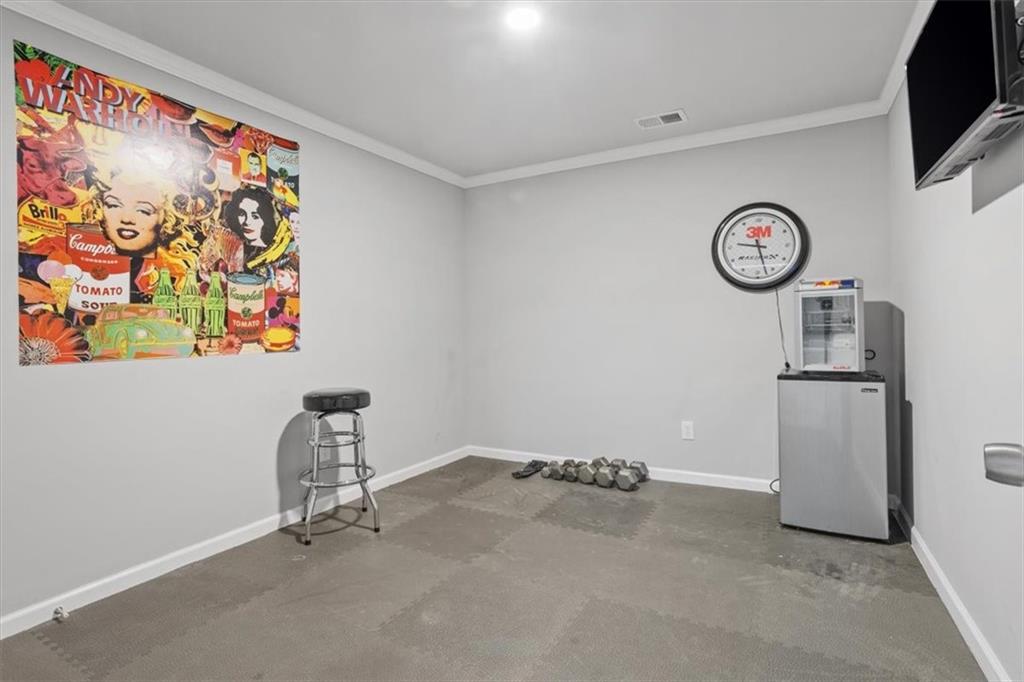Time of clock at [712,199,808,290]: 9:27
